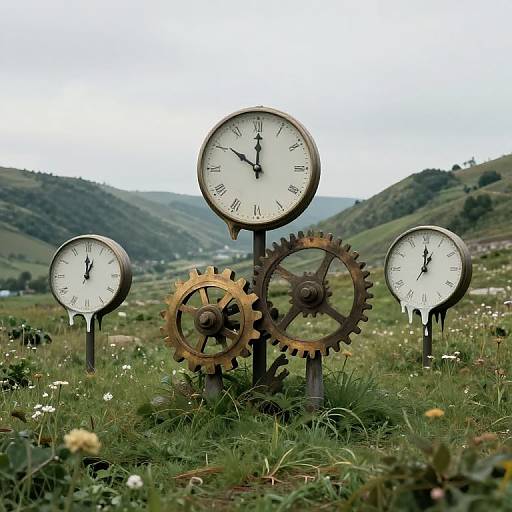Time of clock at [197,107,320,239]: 10:00
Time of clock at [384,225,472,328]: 1:00
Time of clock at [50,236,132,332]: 1:00
